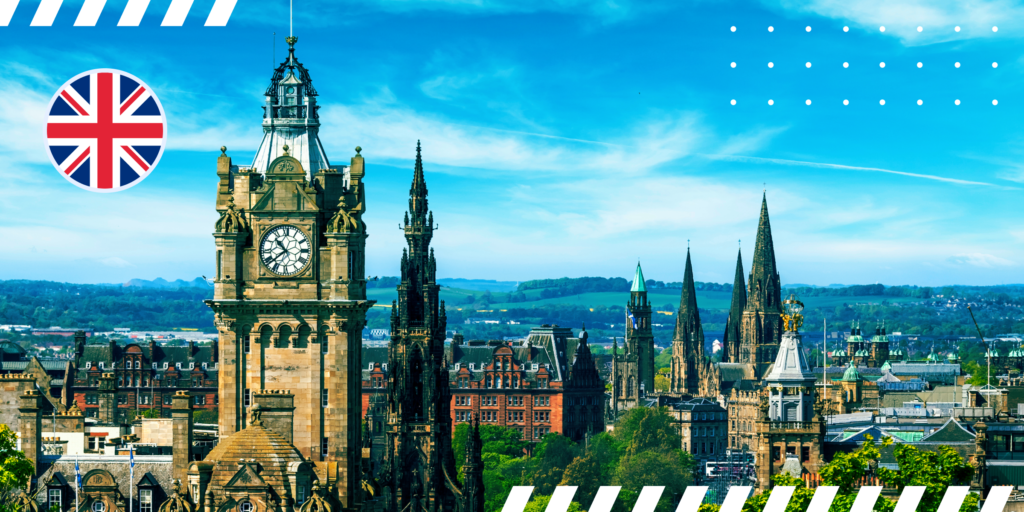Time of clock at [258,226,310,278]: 10:38
